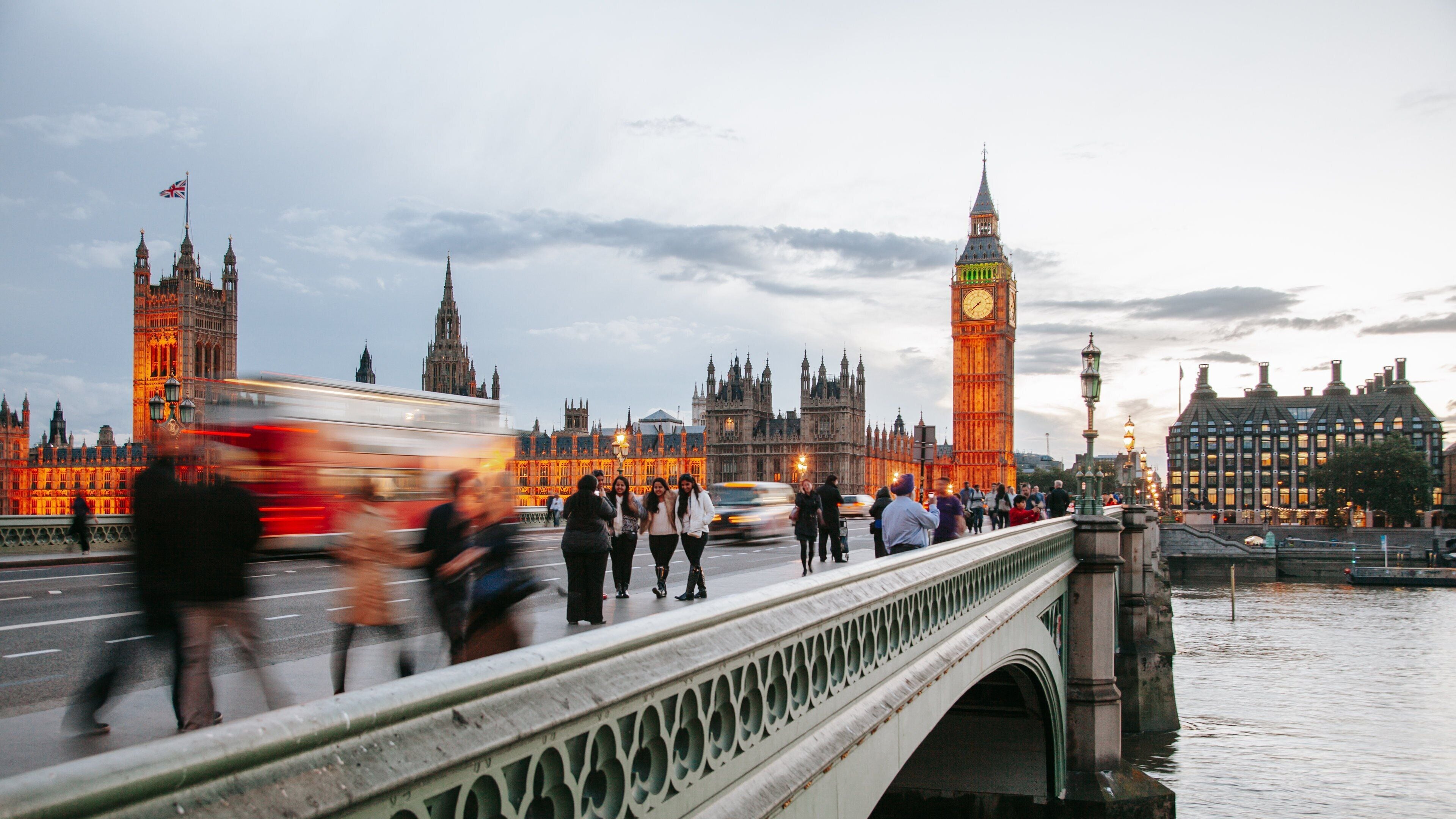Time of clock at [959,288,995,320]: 7:38
